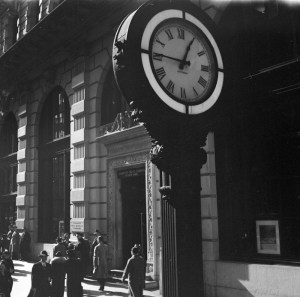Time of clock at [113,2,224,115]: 12:45
